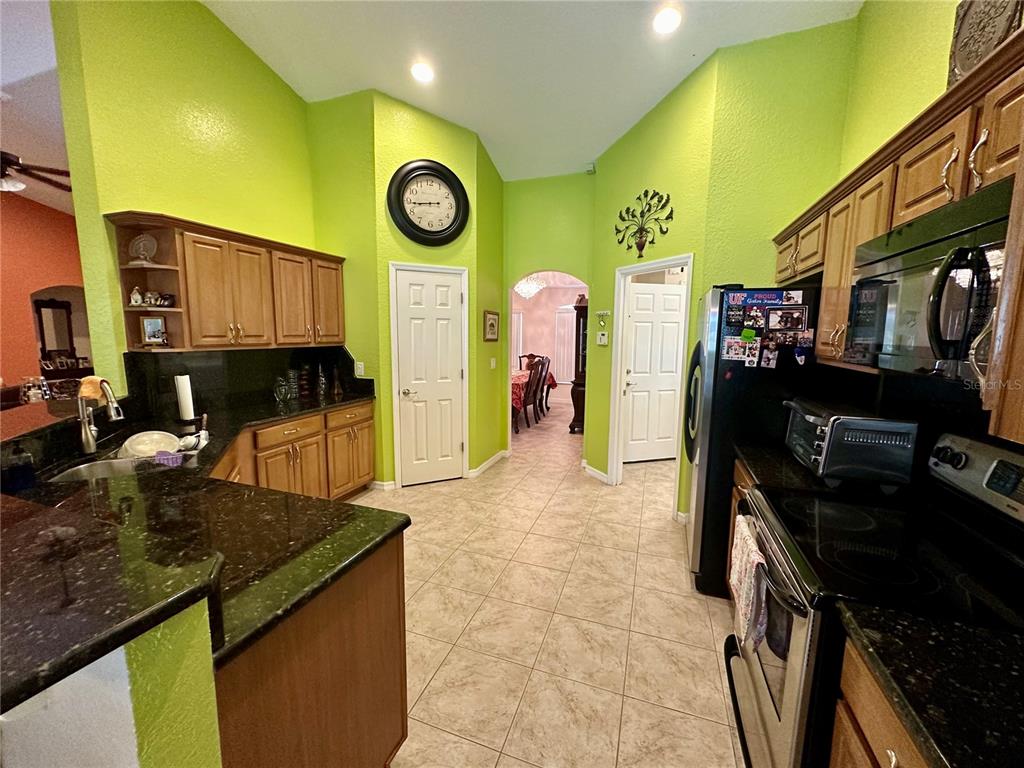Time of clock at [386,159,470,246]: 8:44
